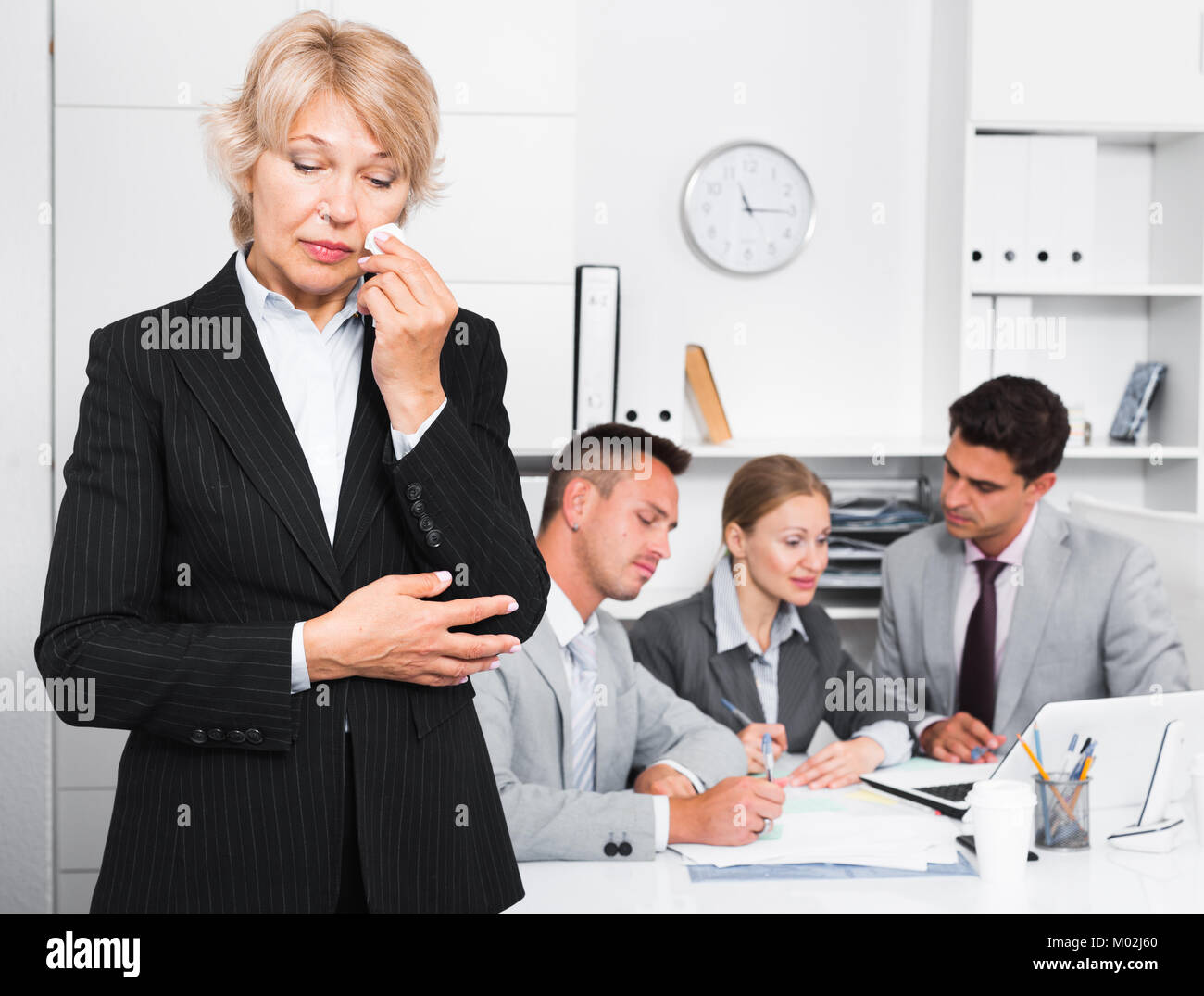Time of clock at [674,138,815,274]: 11:15
